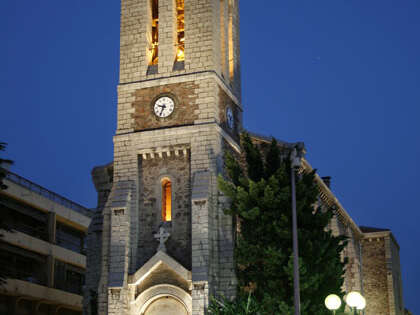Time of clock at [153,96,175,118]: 9:34
